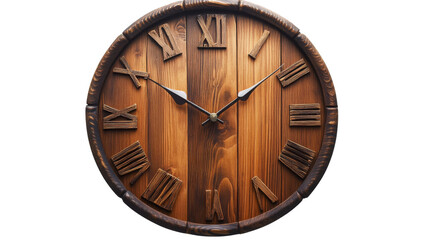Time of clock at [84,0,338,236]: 1:50
